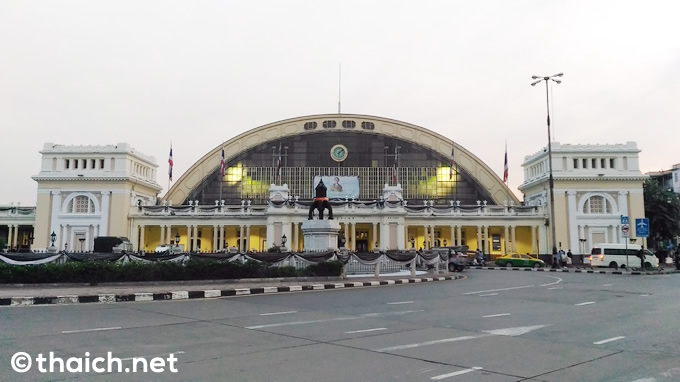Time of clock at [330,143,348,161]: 6:08
